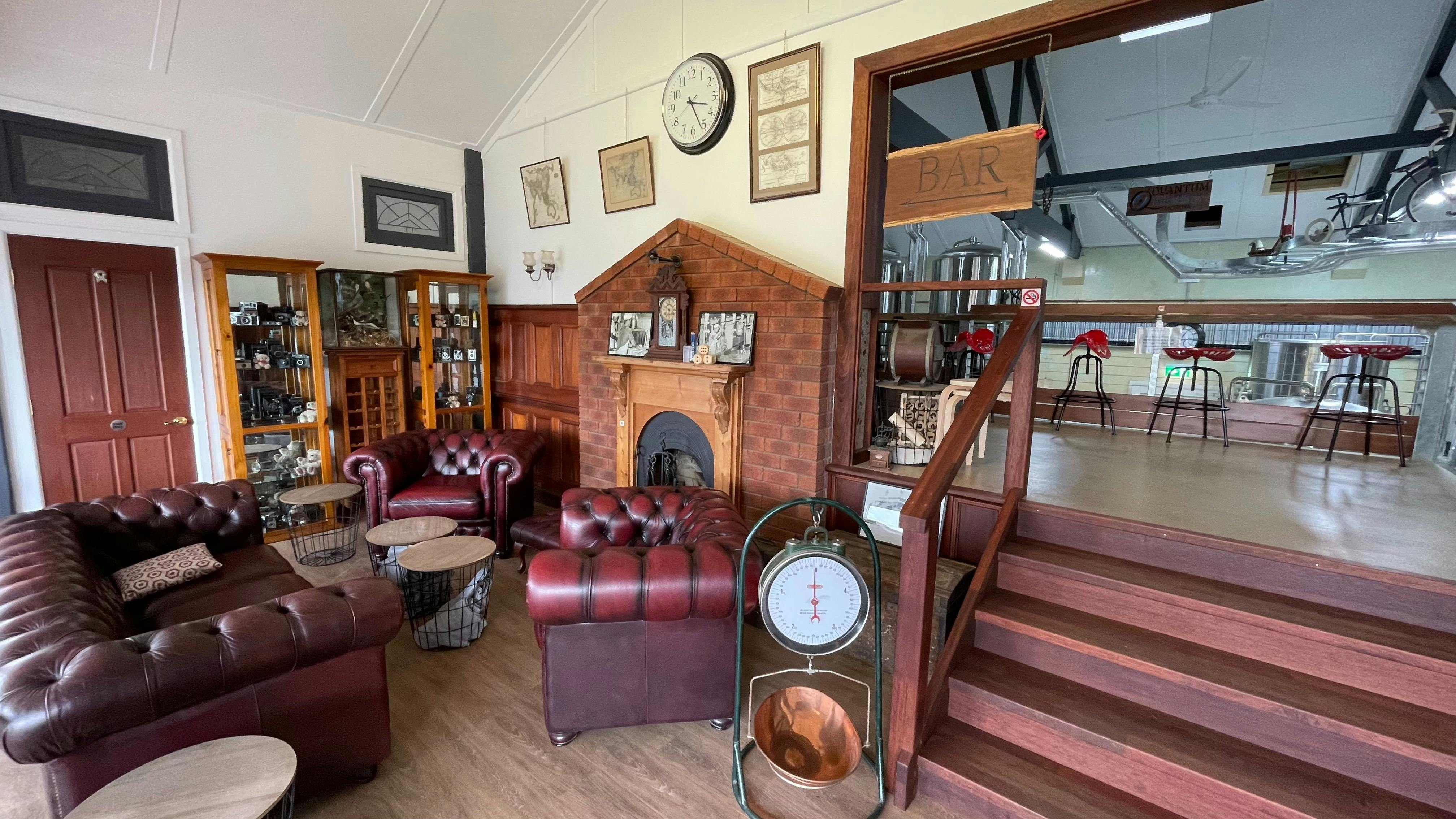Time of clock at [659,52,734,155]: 3:26
